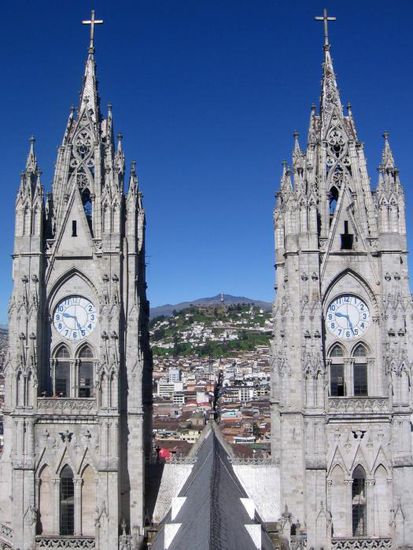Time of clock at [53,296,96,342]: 9:25
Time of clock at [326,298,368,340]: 9:27
